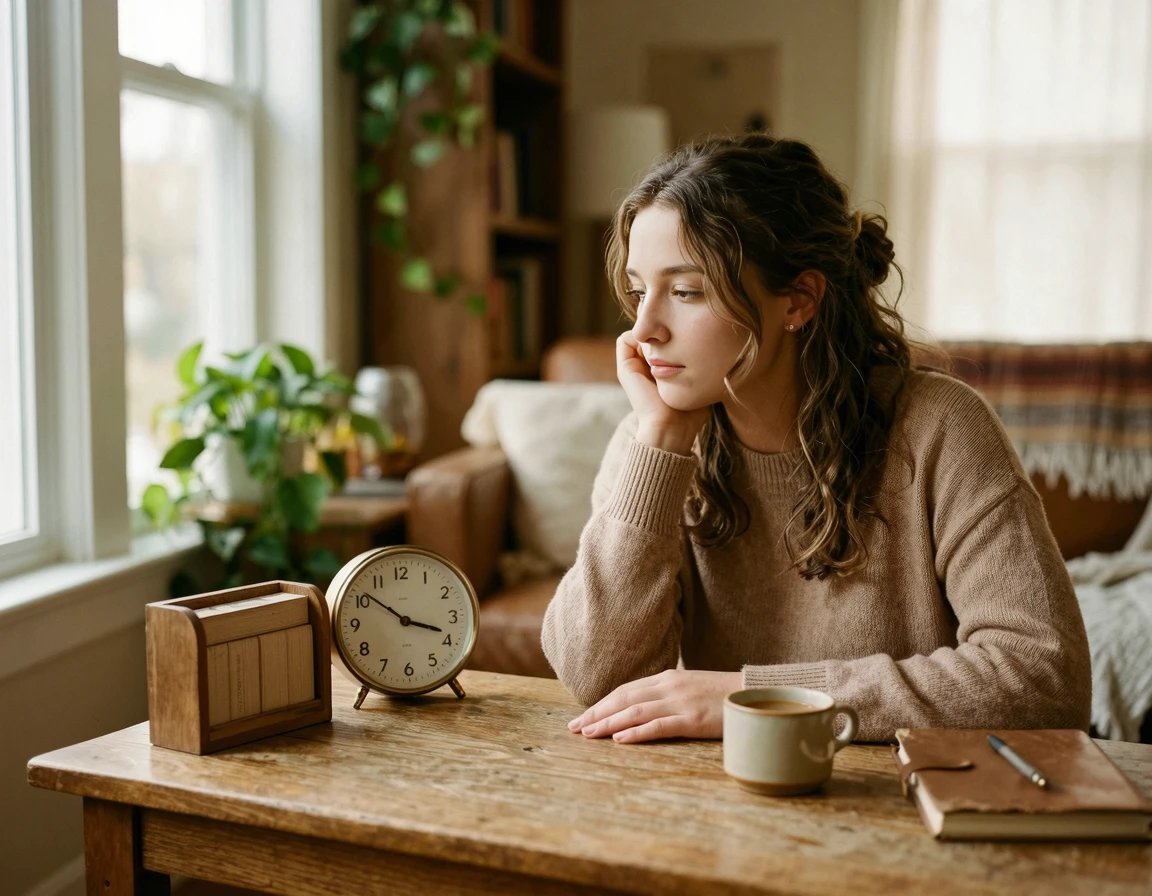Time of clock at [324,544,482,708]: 3:51
